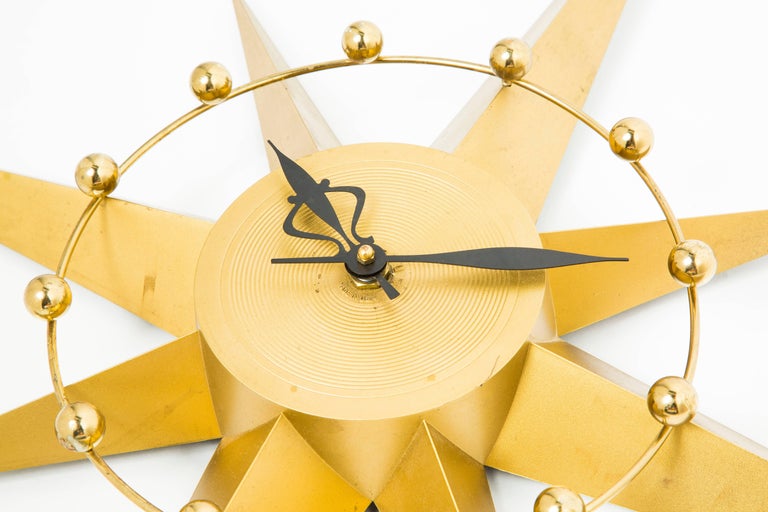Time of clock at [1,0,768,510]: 11:14
